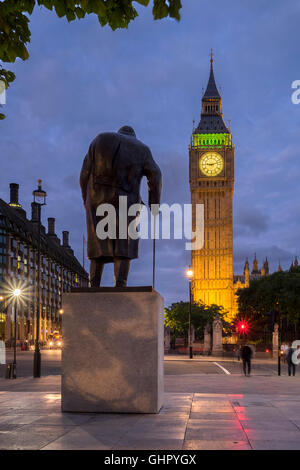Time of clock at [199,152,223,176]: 9:12
